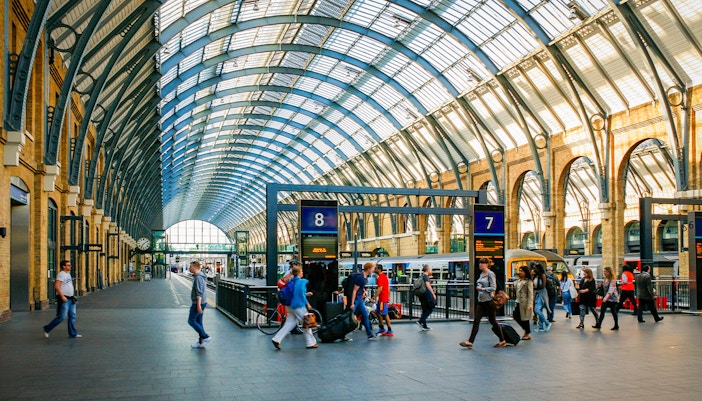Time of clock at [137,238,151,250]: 7:09
